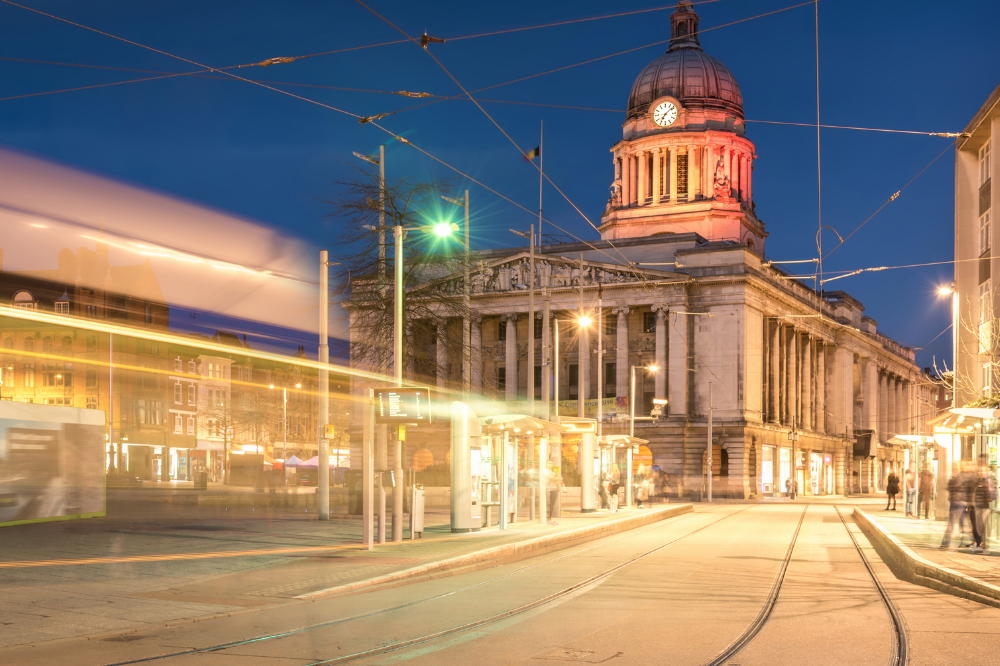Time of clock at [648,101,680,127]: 7:08
